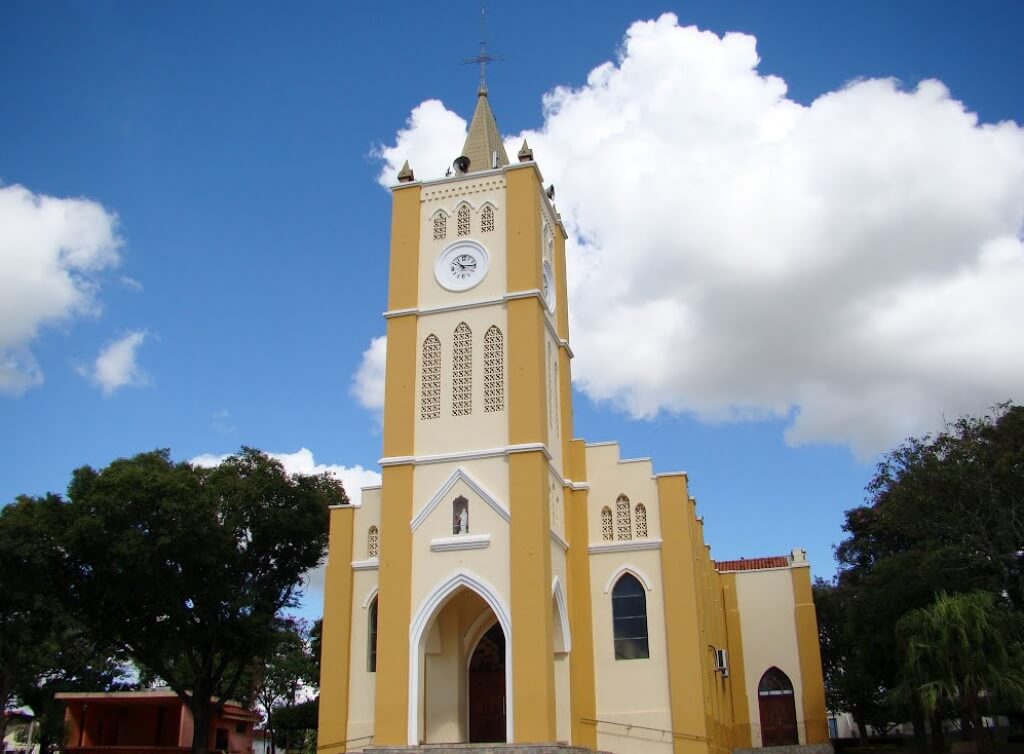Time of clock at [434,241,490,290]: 10:15
